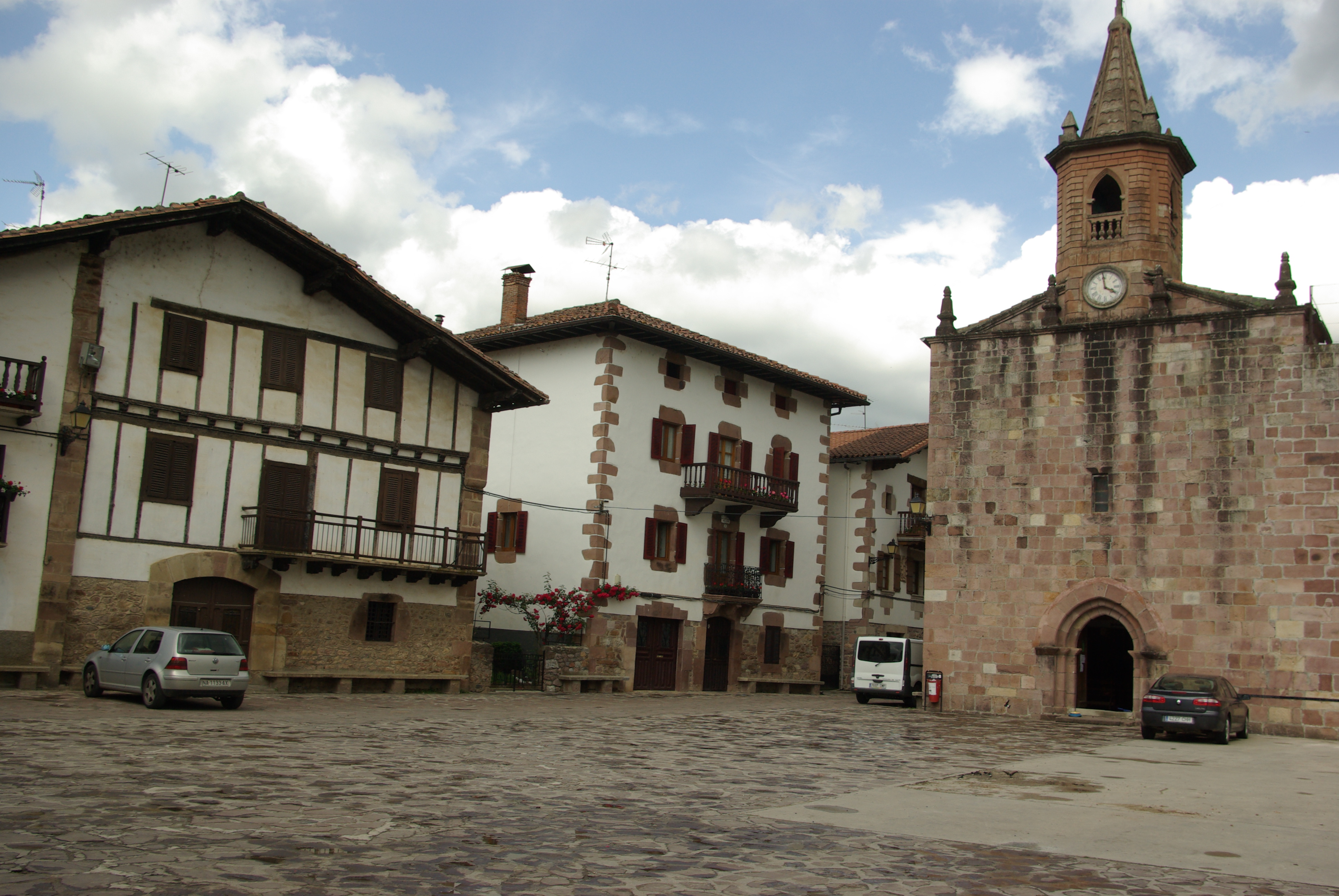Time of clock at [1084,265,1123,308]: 3:58
